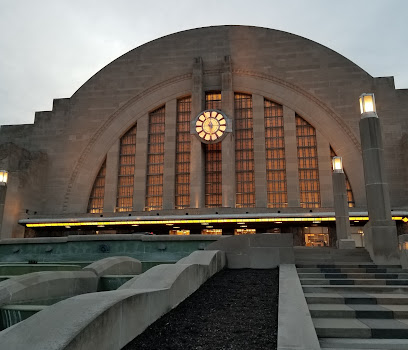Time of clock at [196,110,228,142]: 6:14
